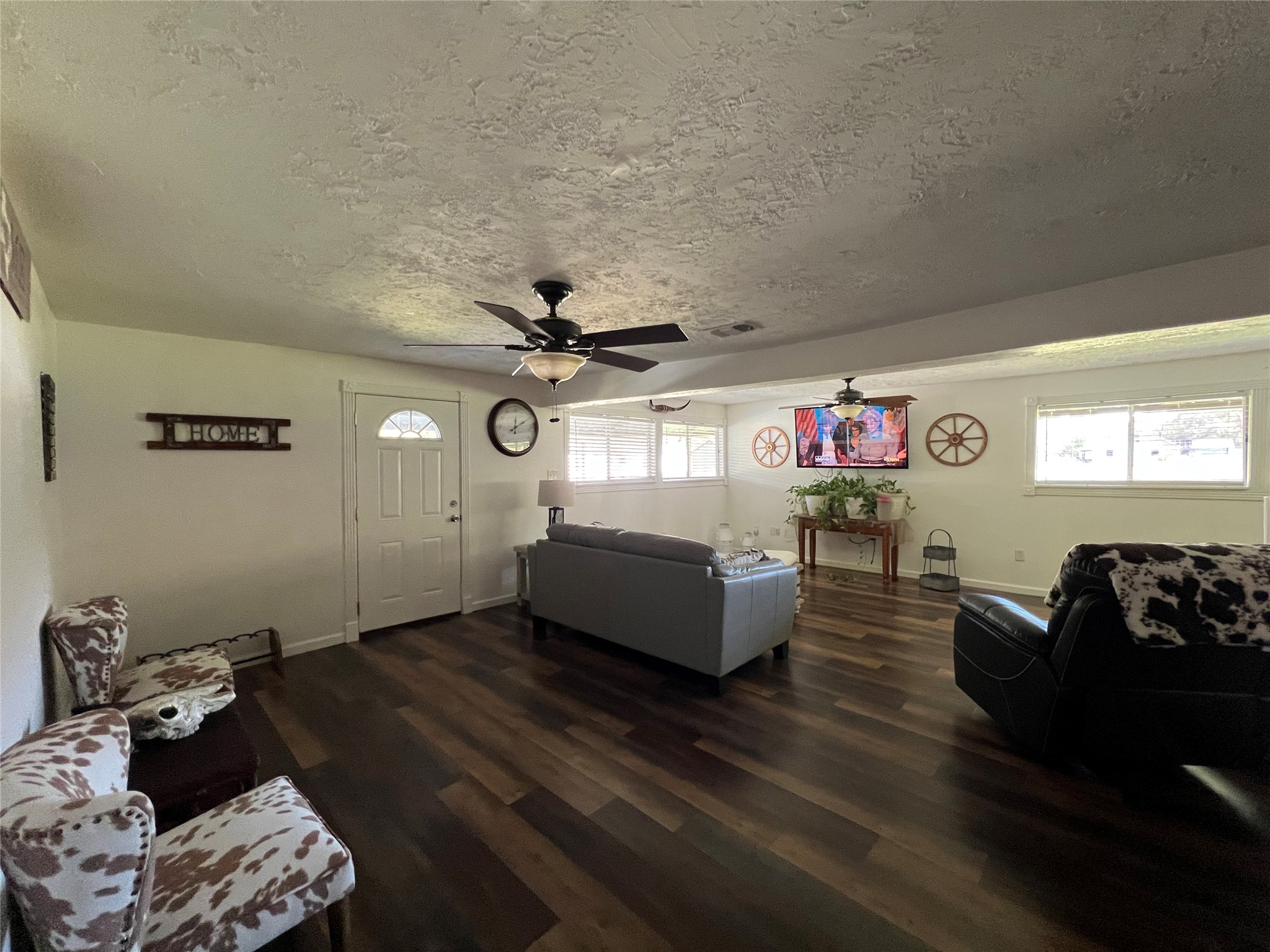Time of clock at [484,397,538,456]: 12:09
